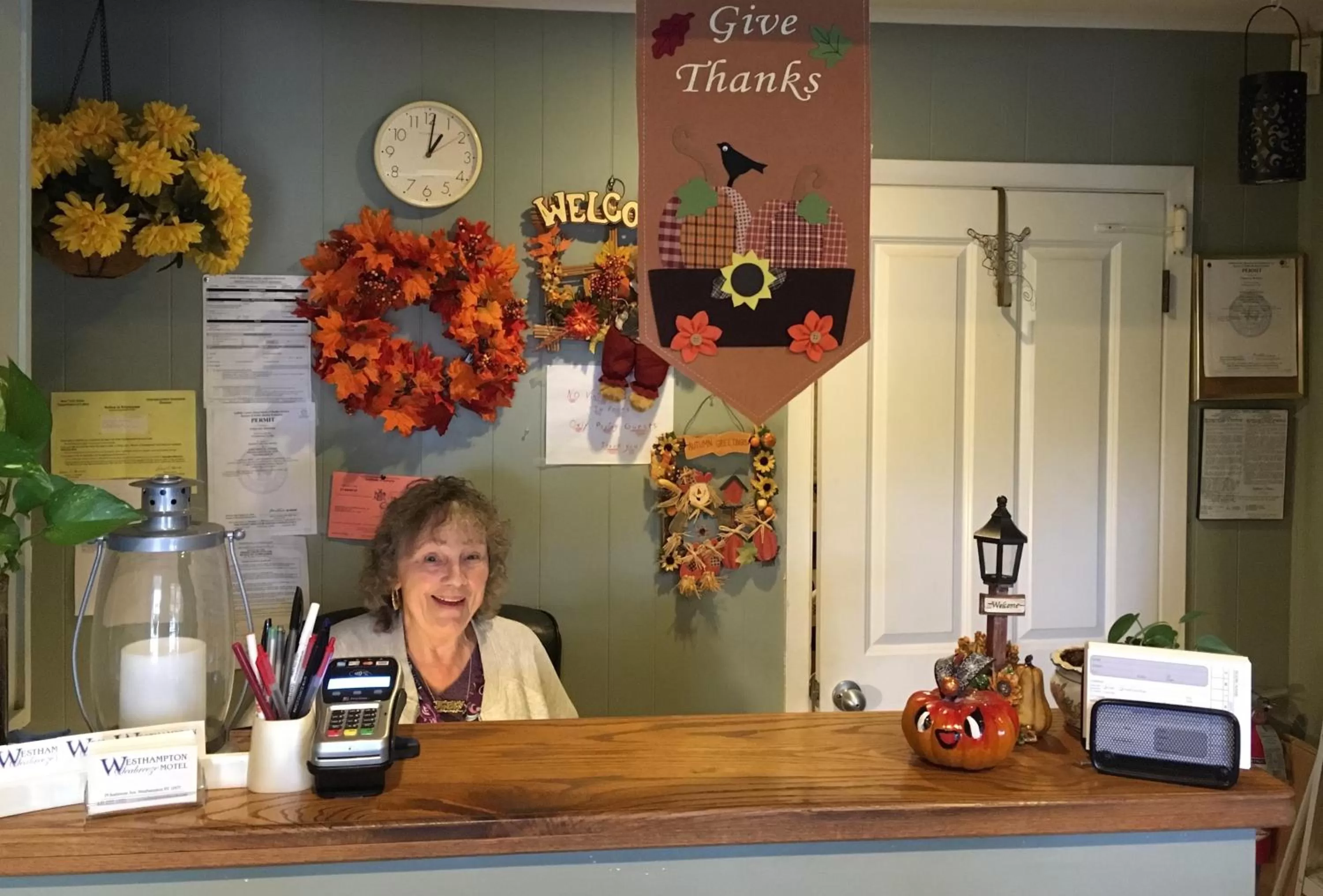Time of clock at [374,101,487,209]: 1:01
